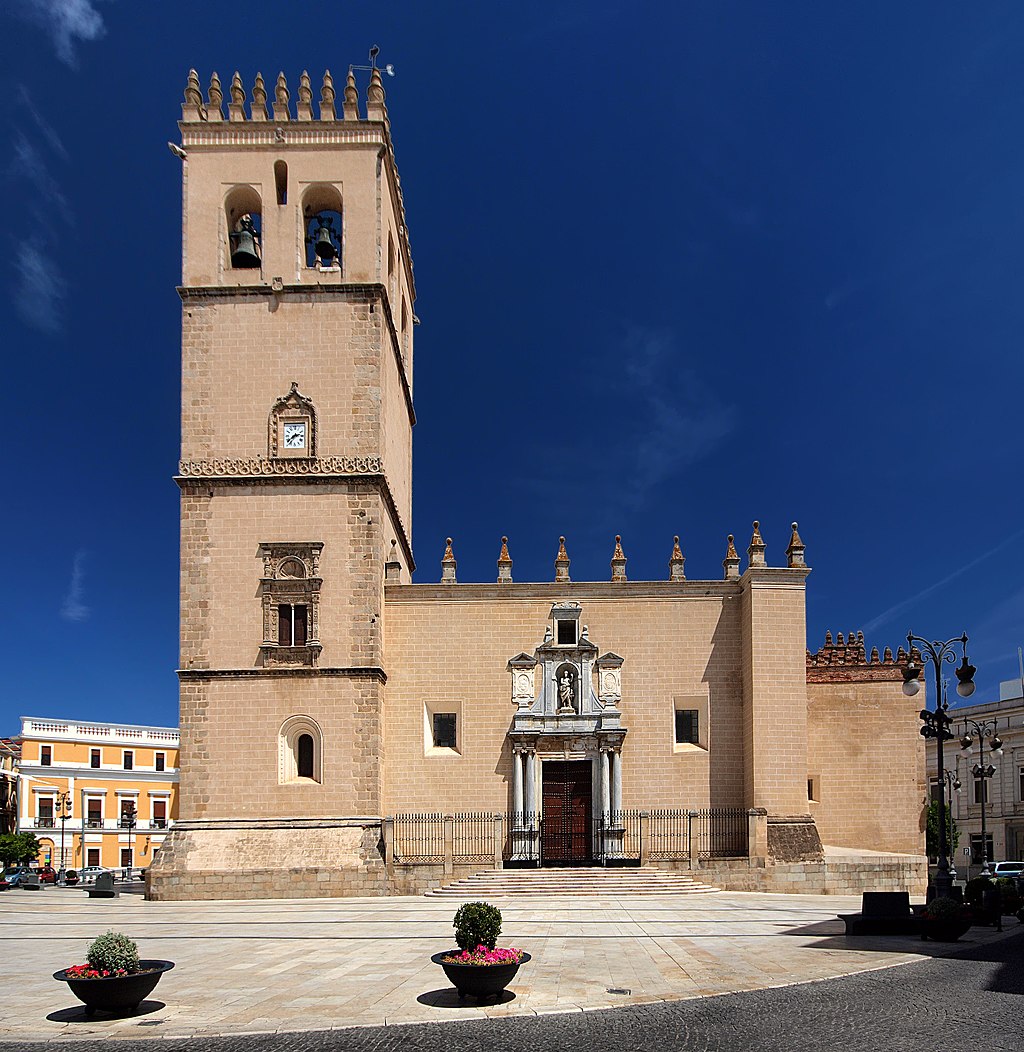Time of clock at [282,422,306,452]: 2:38
